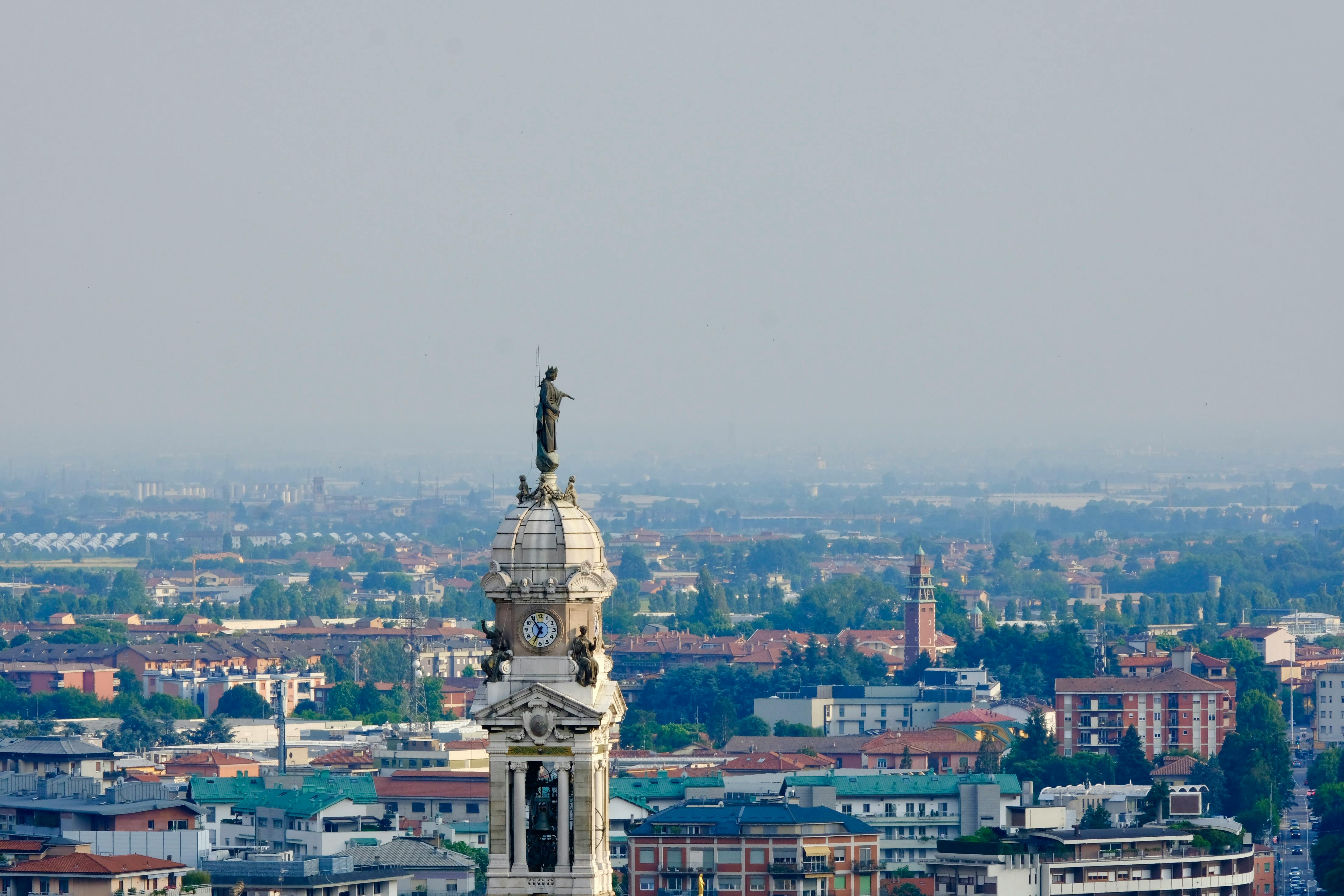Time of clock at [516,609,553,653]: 6:54
